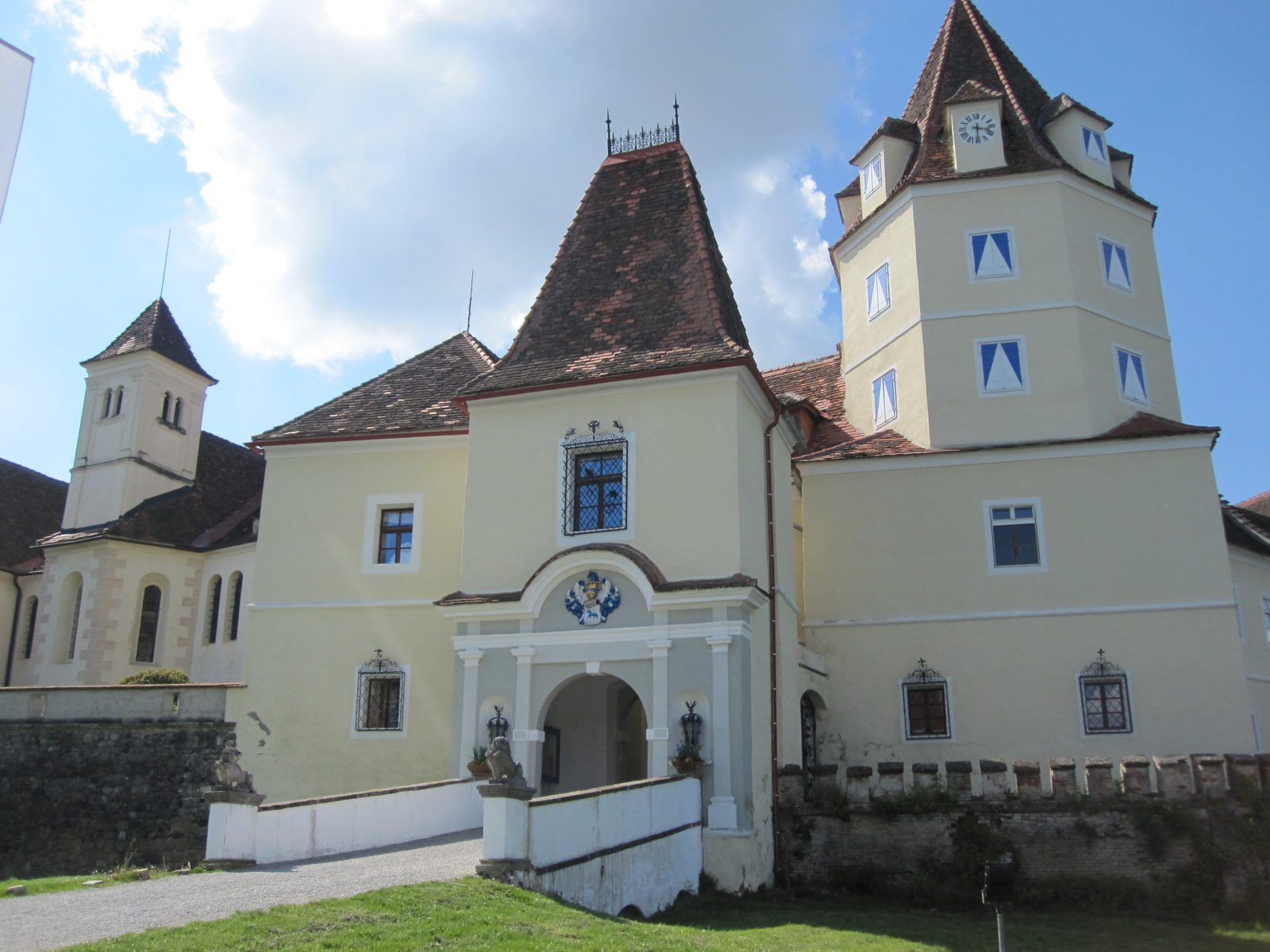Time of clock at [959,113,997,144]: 3:29
